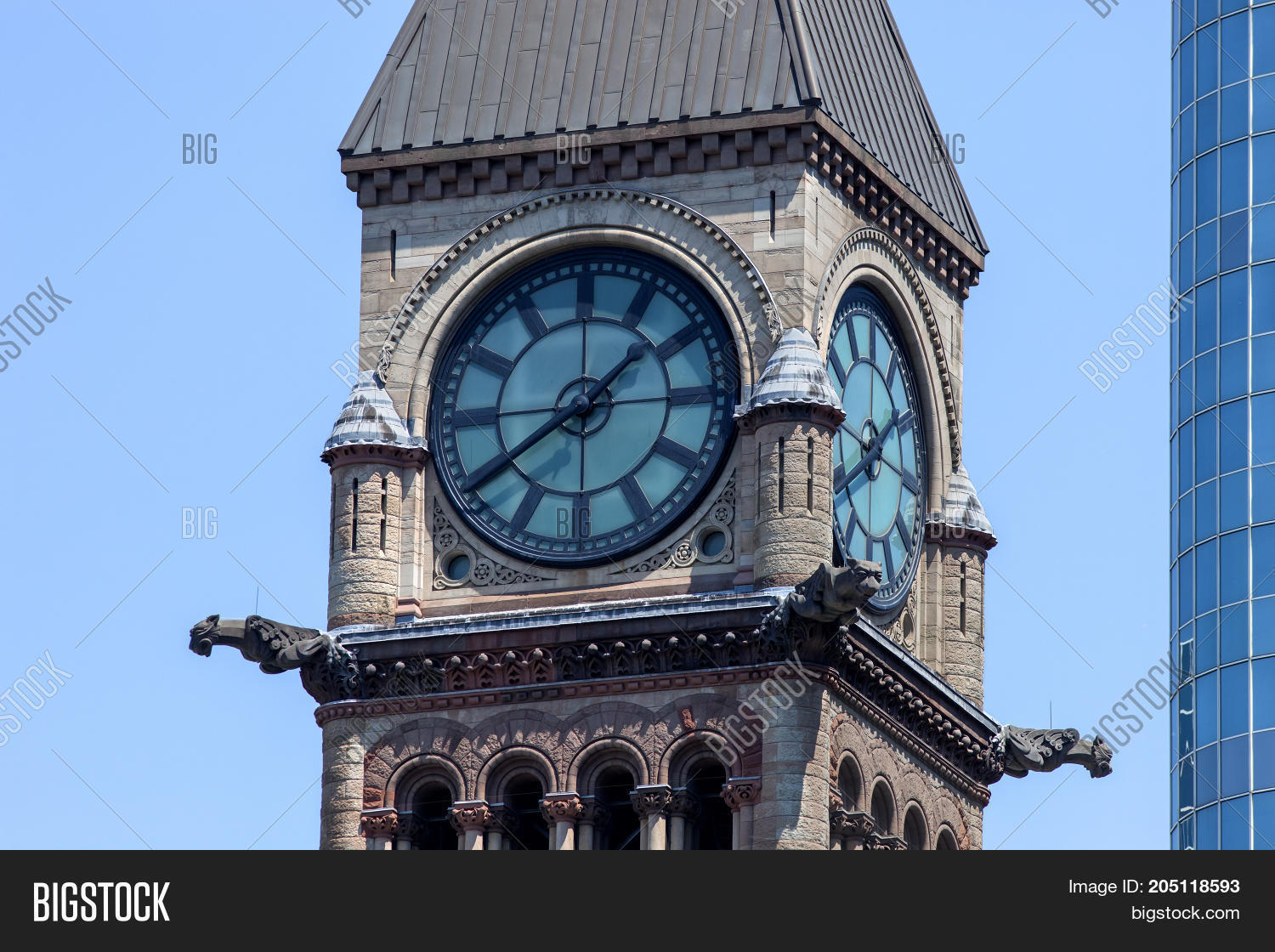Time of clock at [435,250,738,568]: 1:39
